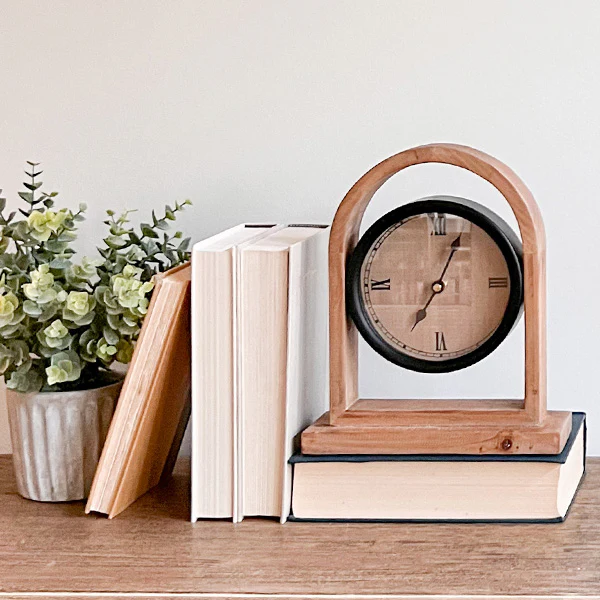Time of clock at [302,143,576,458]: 7:04
